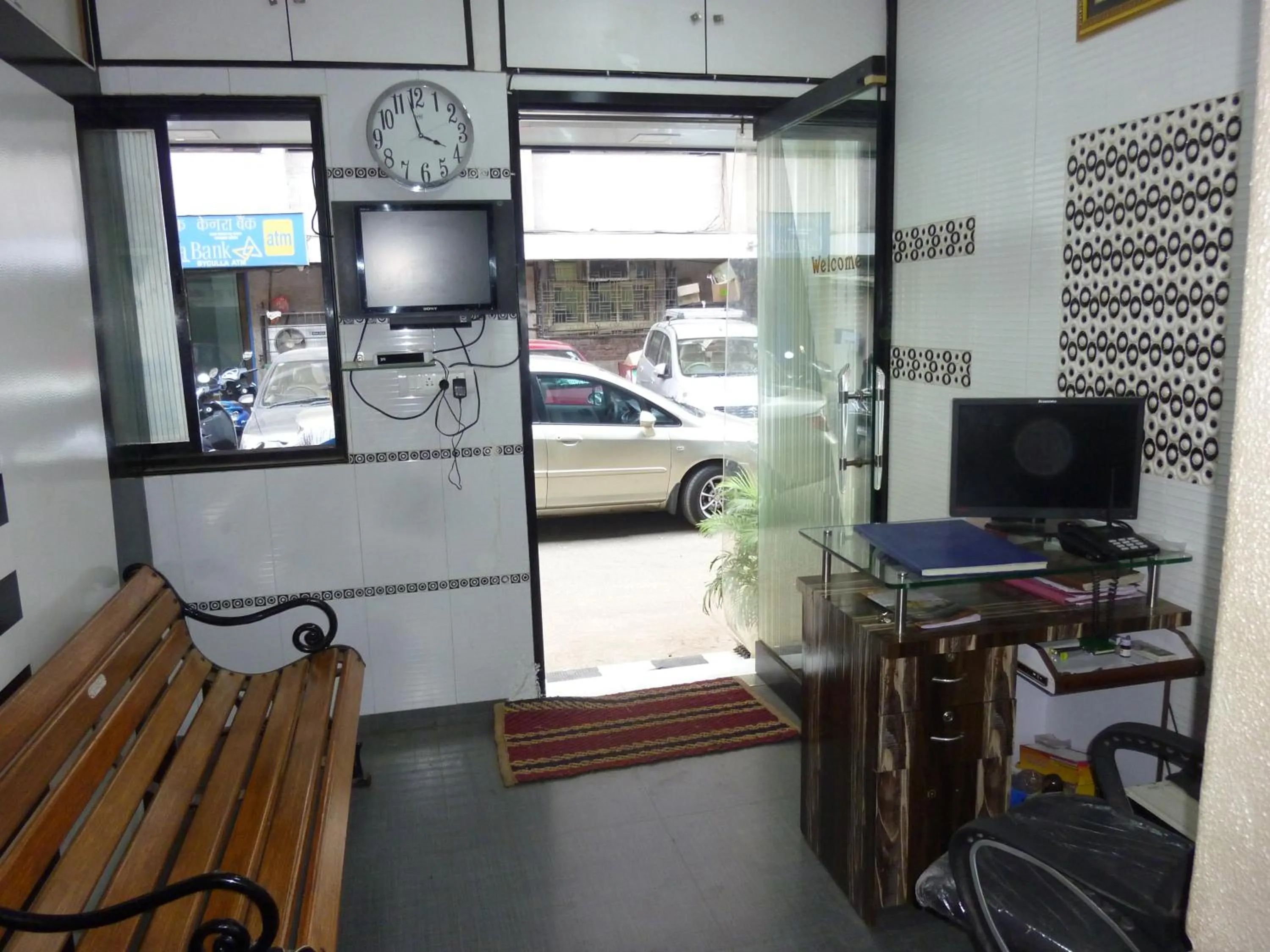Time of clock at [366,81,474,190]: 3:58
